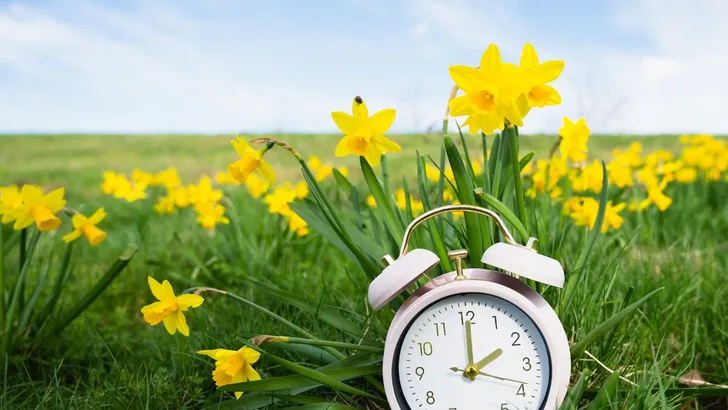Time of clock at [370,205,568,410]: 2:00
